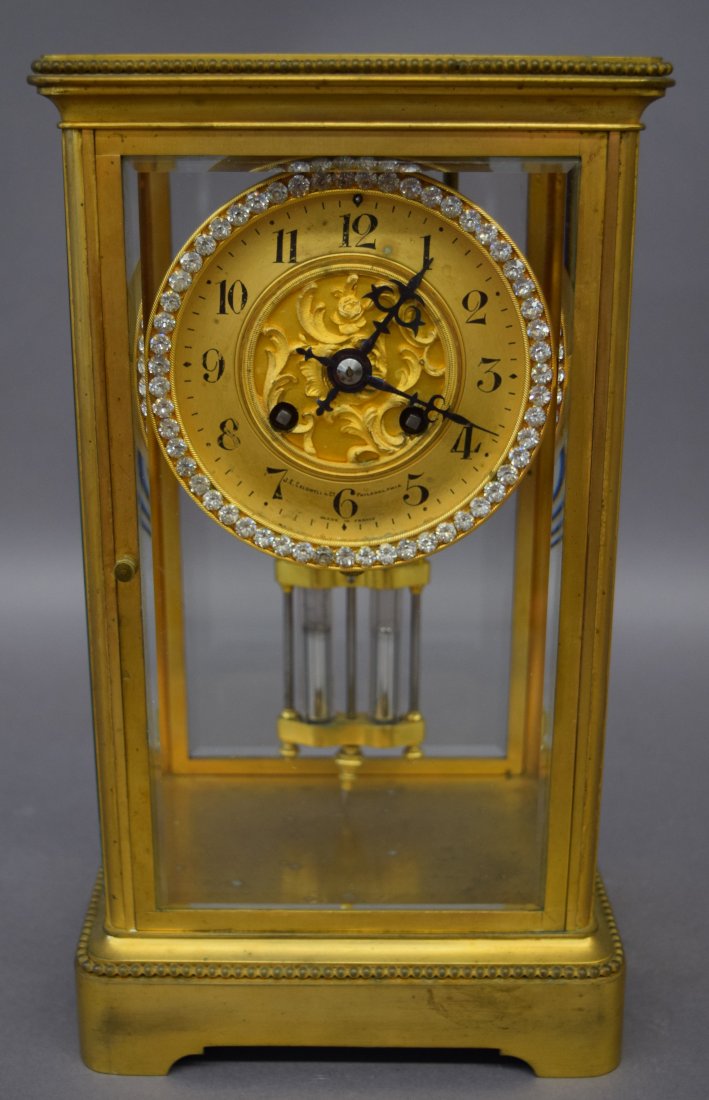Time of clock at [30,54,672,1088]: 1:18
